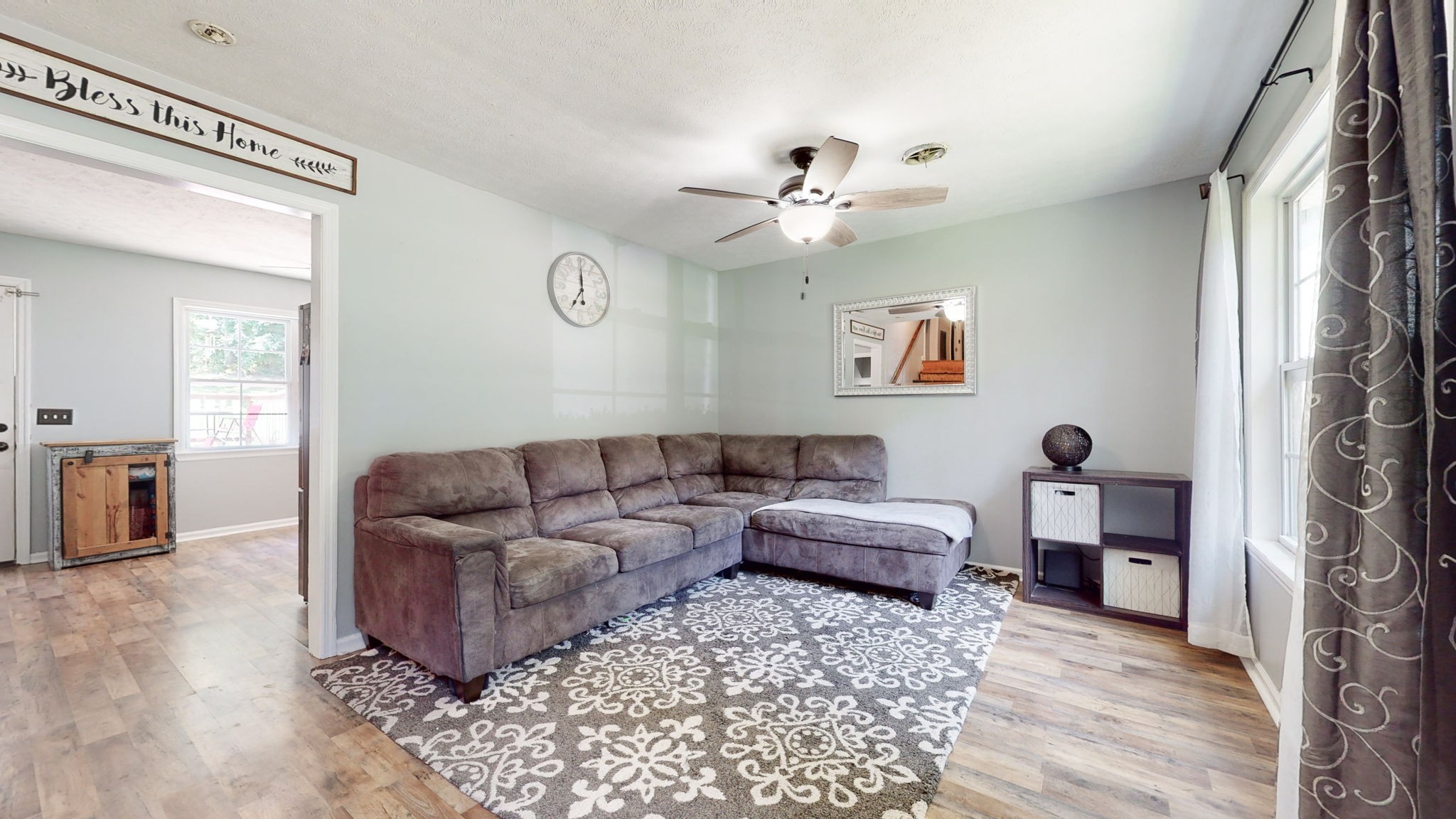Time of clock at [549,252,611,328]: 7:00
